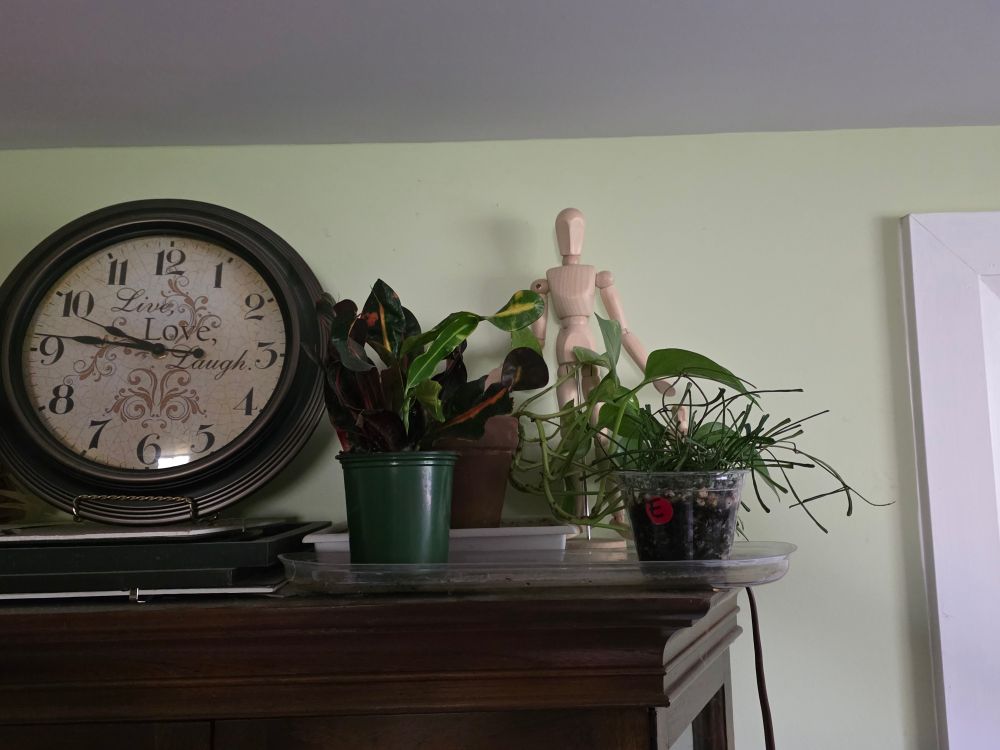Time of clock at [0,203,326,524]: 9:46
